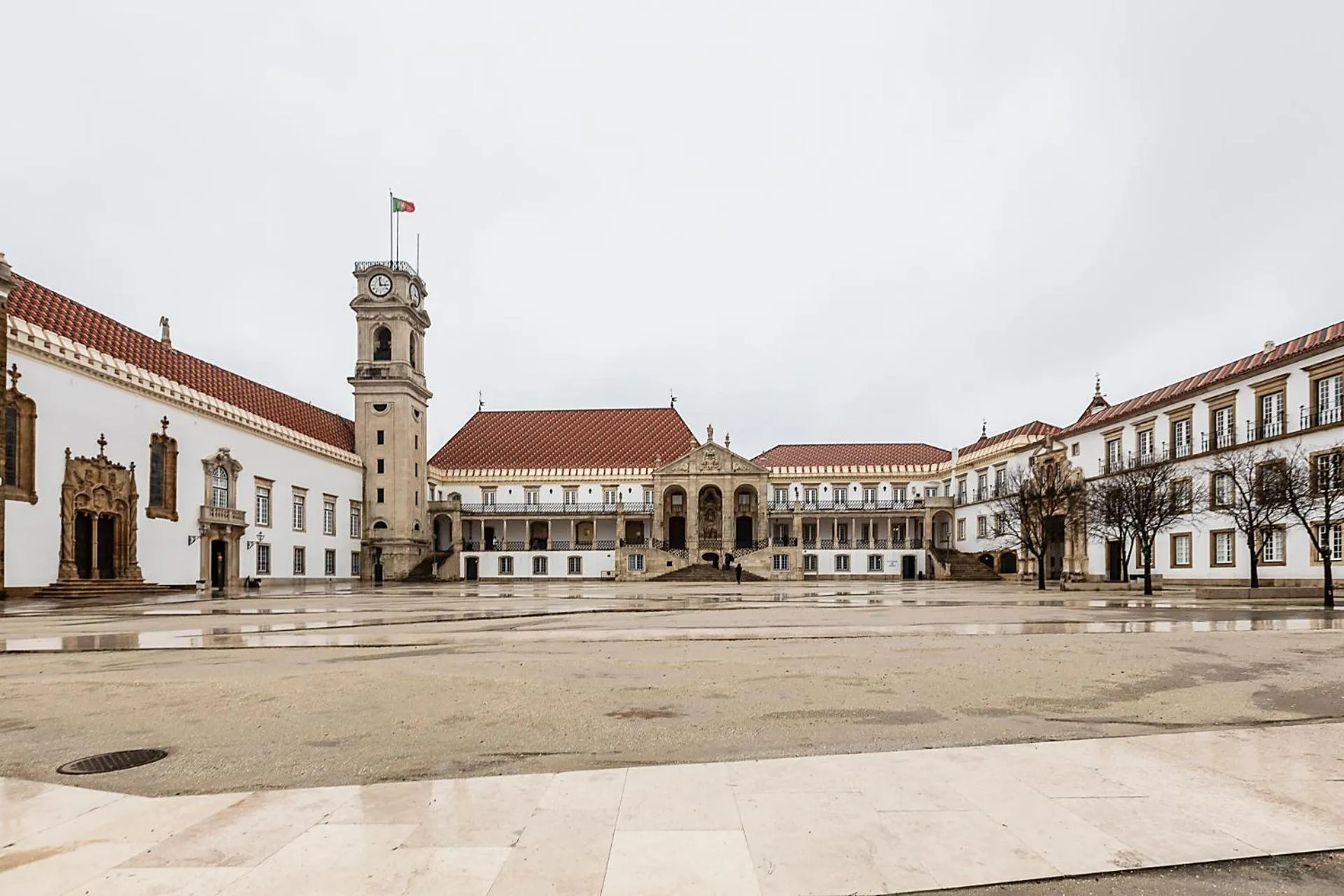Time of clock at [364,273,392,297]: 2:58
